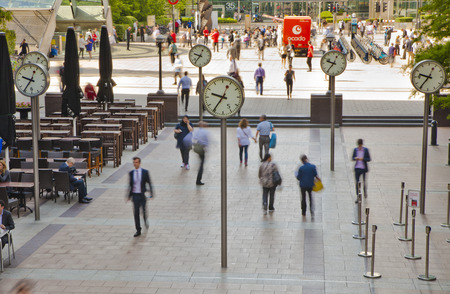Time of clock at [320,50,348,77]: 9:36
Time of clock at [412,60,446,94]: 9:36
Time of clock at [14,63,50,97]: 9:36
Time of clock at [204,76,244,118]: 9:36
